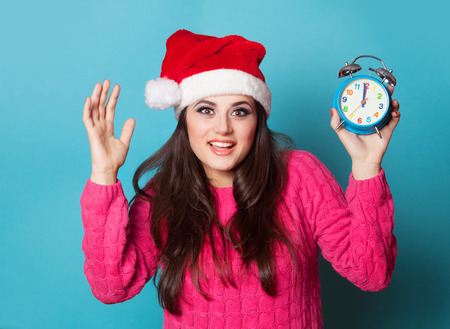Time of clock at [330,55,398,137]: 12:00
